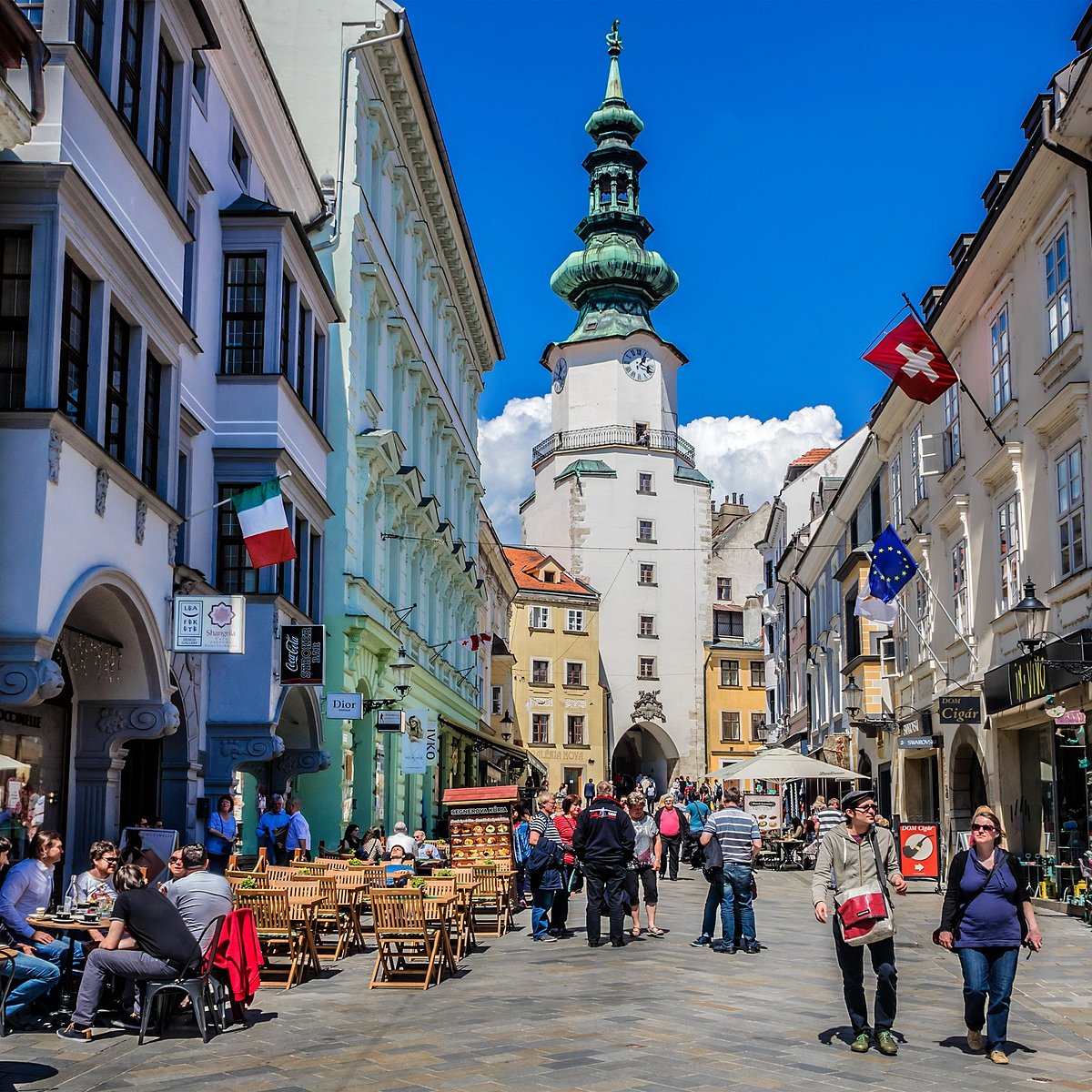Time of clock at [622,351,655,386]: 1:18
